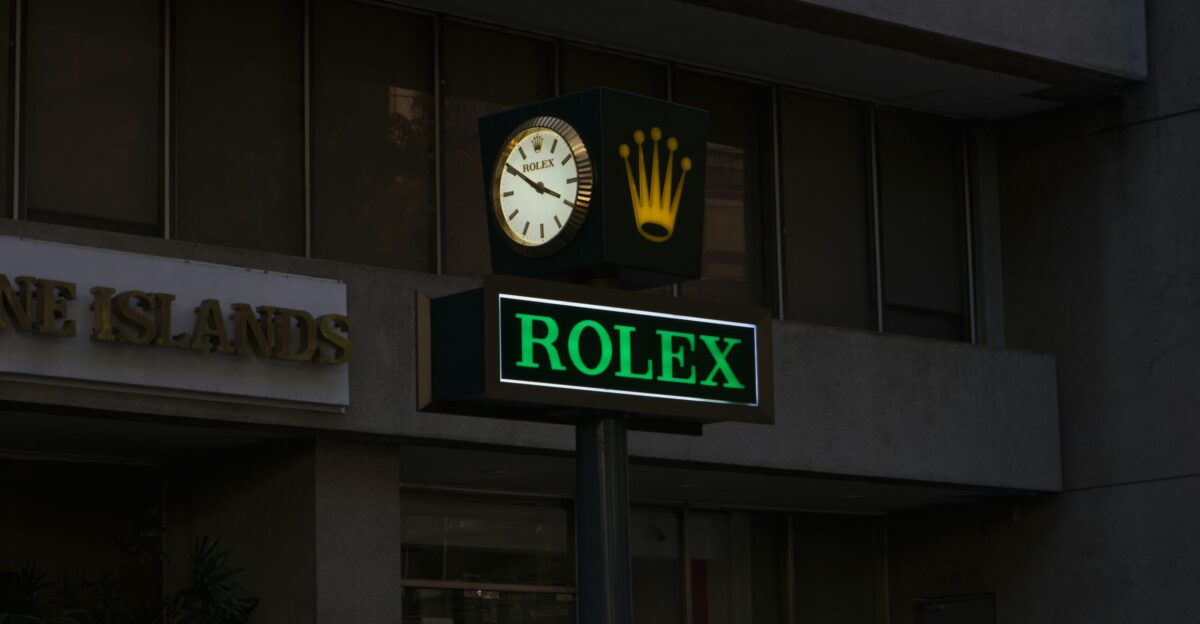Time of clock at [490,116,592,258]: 3:50
